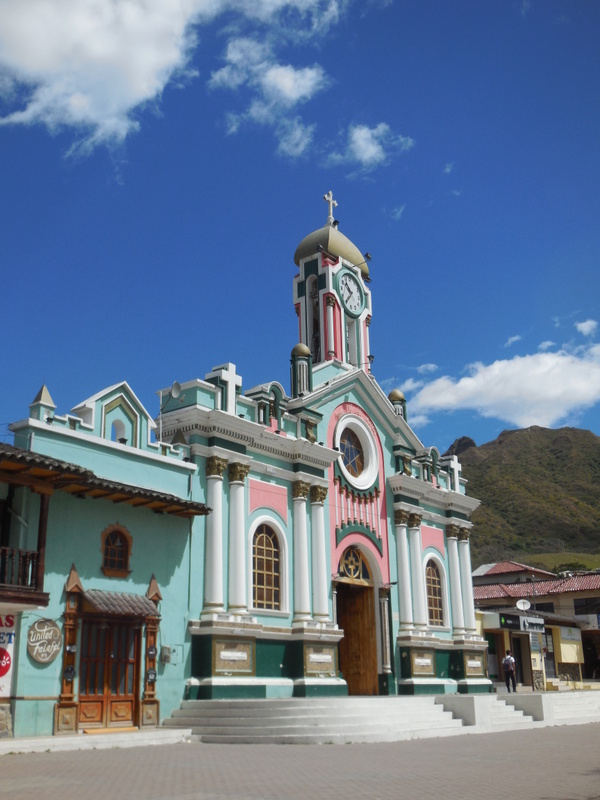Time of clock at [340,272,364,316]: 10:39
